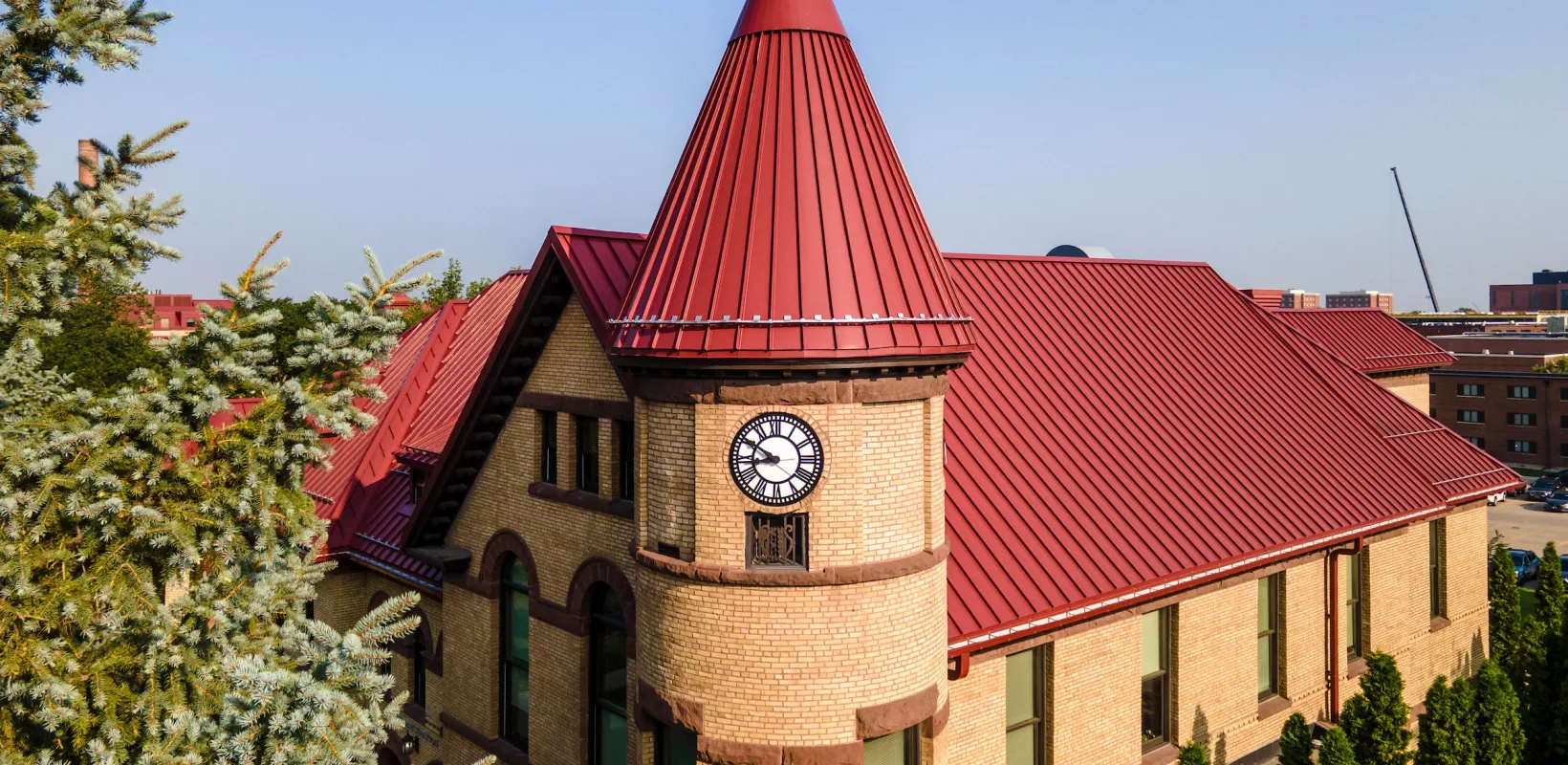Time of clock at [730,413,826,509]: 8:50
